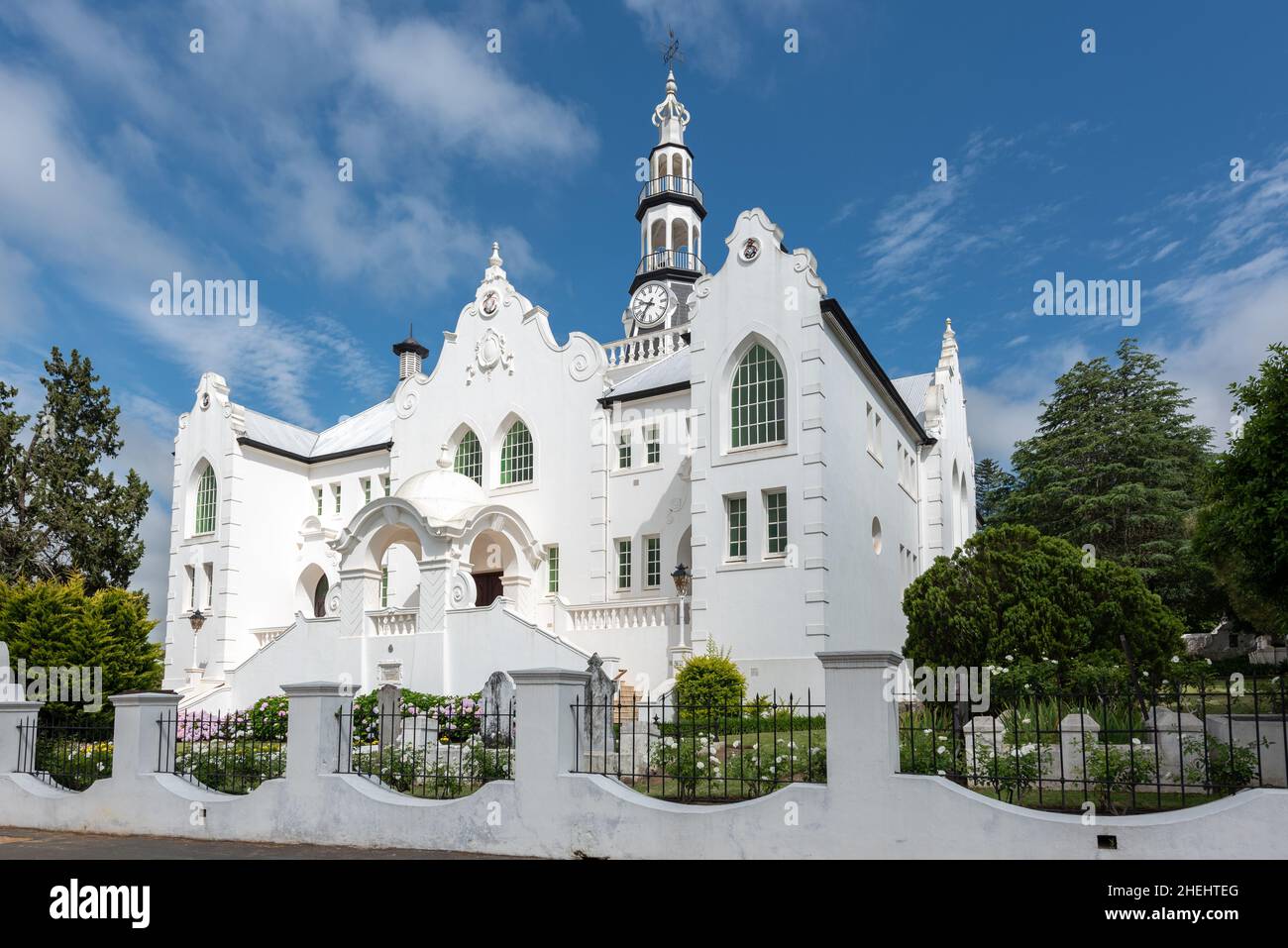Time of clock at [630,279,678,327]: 9:36
